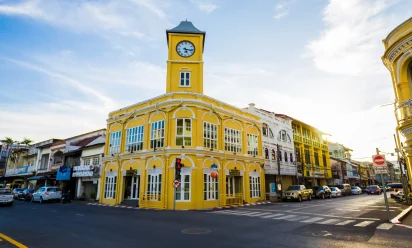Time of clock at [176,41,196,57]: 5:16
